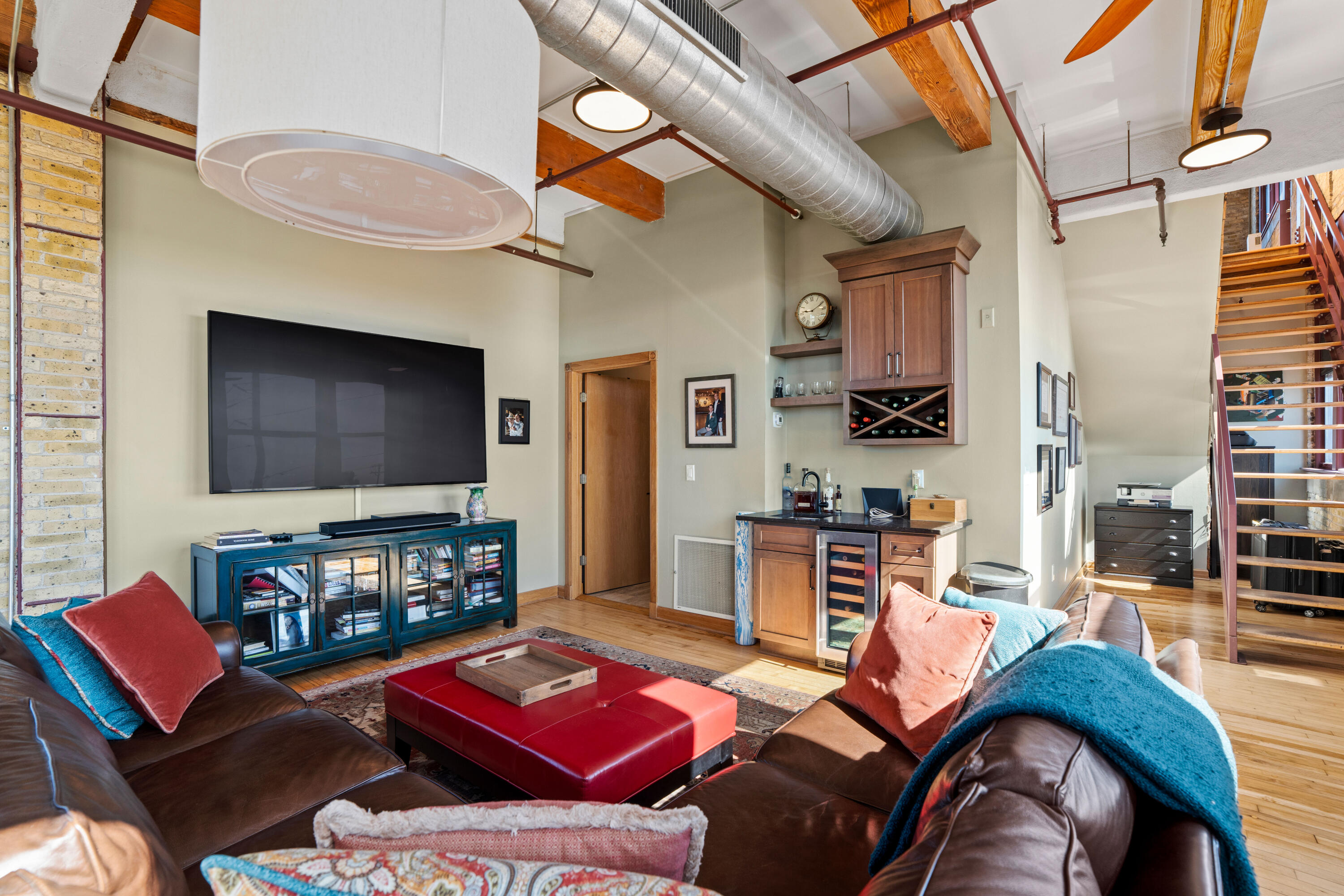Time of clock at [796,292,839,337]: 9:10
